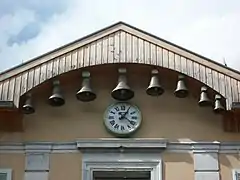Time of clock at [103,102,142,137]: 1:21
